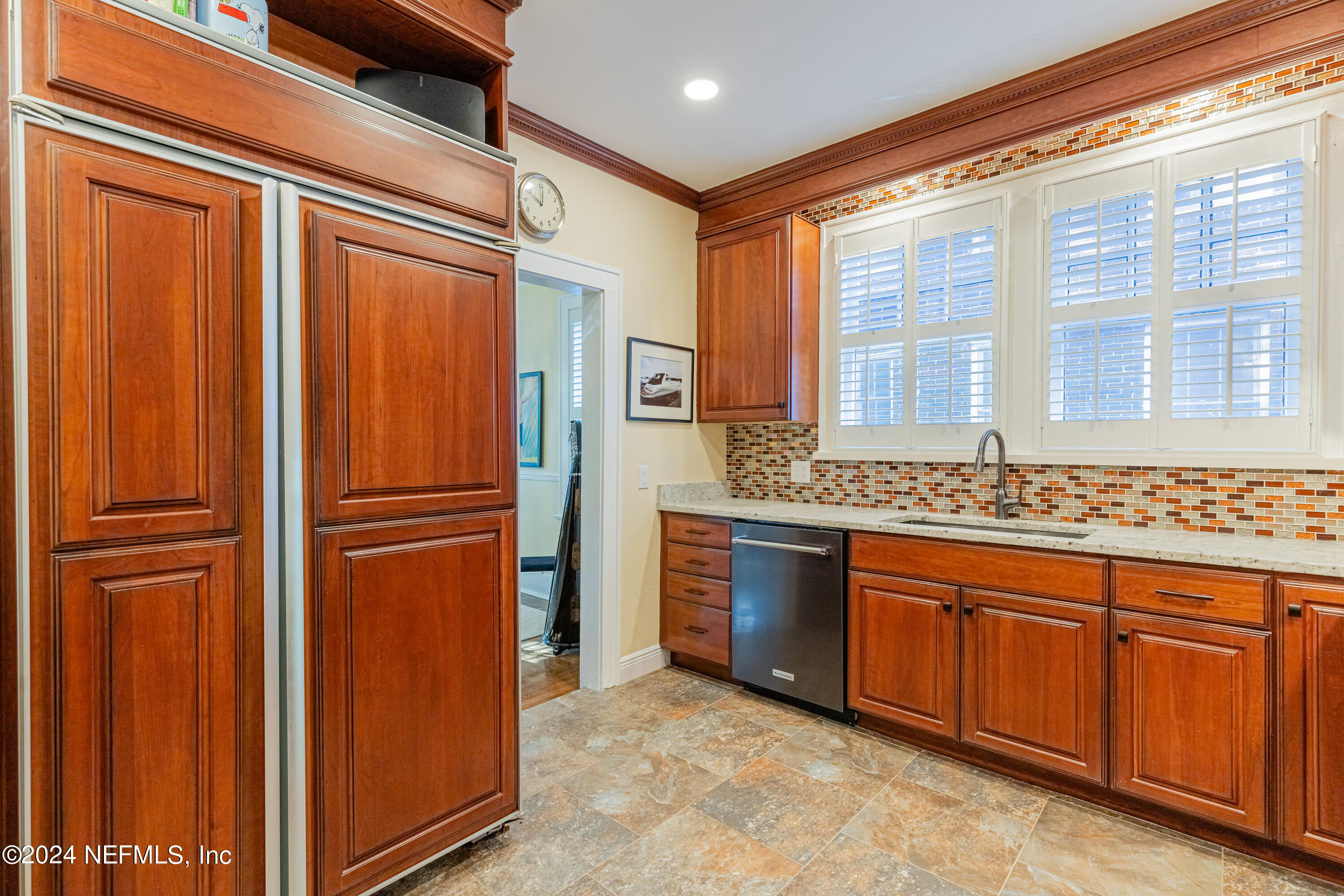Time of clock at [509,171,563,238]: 10:00
